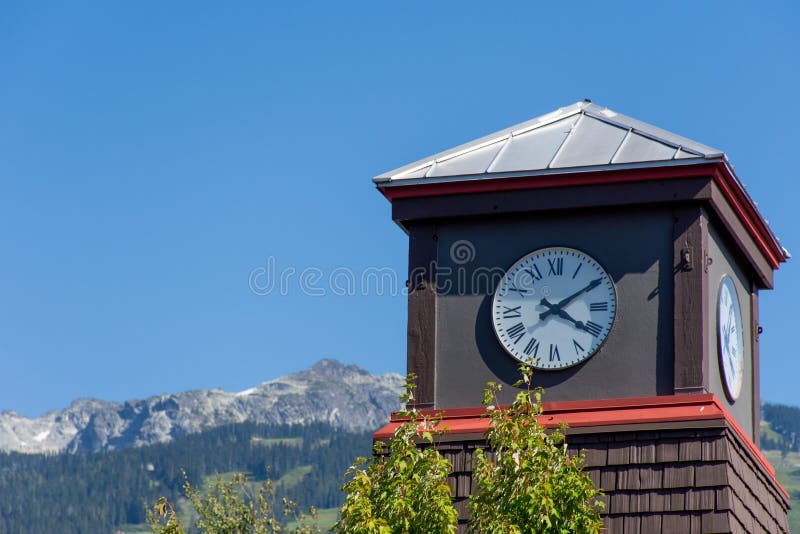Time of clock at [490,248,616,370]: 4:09
